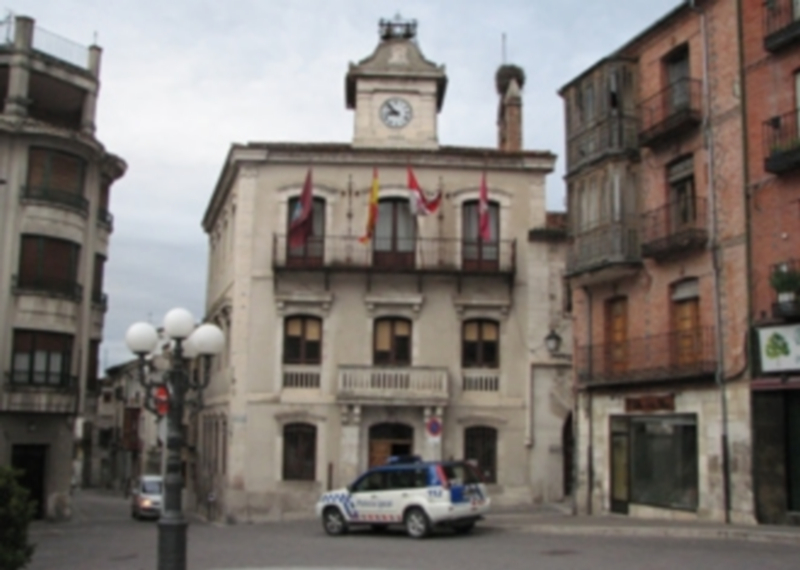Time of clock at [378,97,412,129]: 8:53
